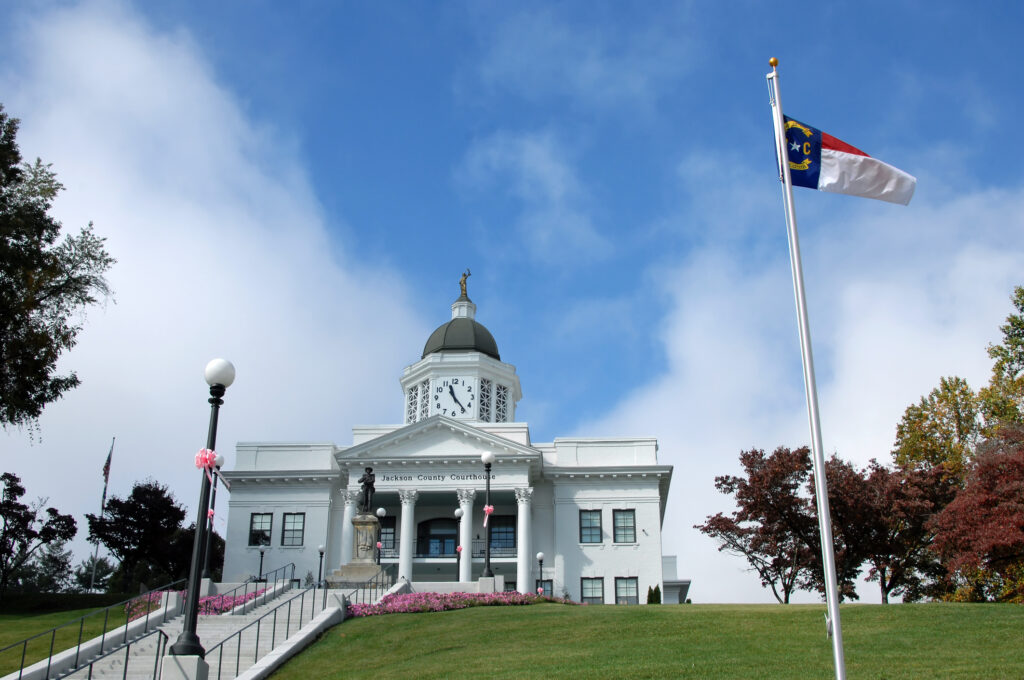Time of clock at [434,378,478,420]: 11:23
